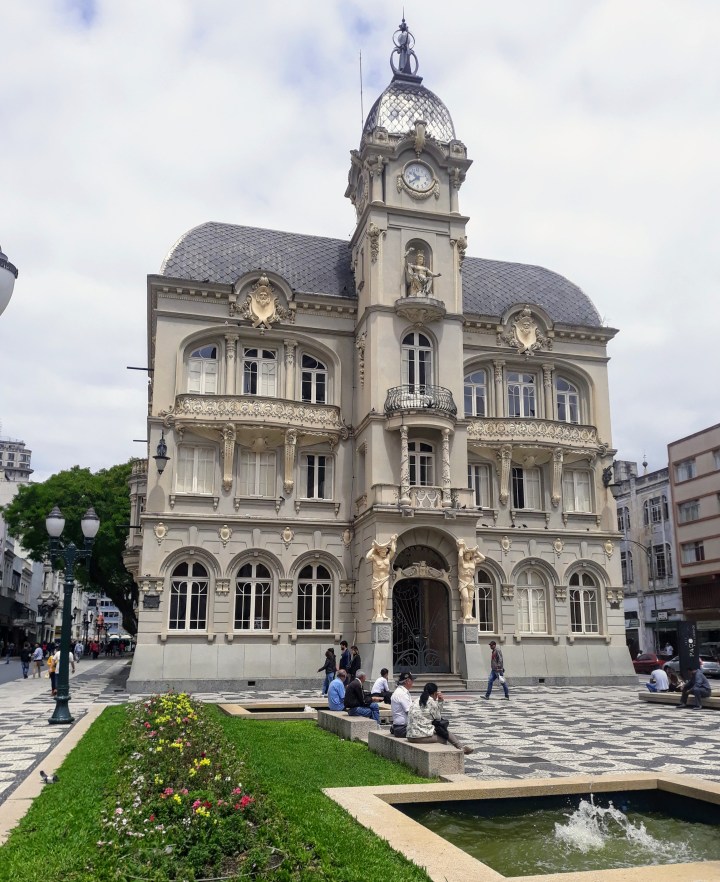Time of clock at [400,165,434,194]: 10:38
